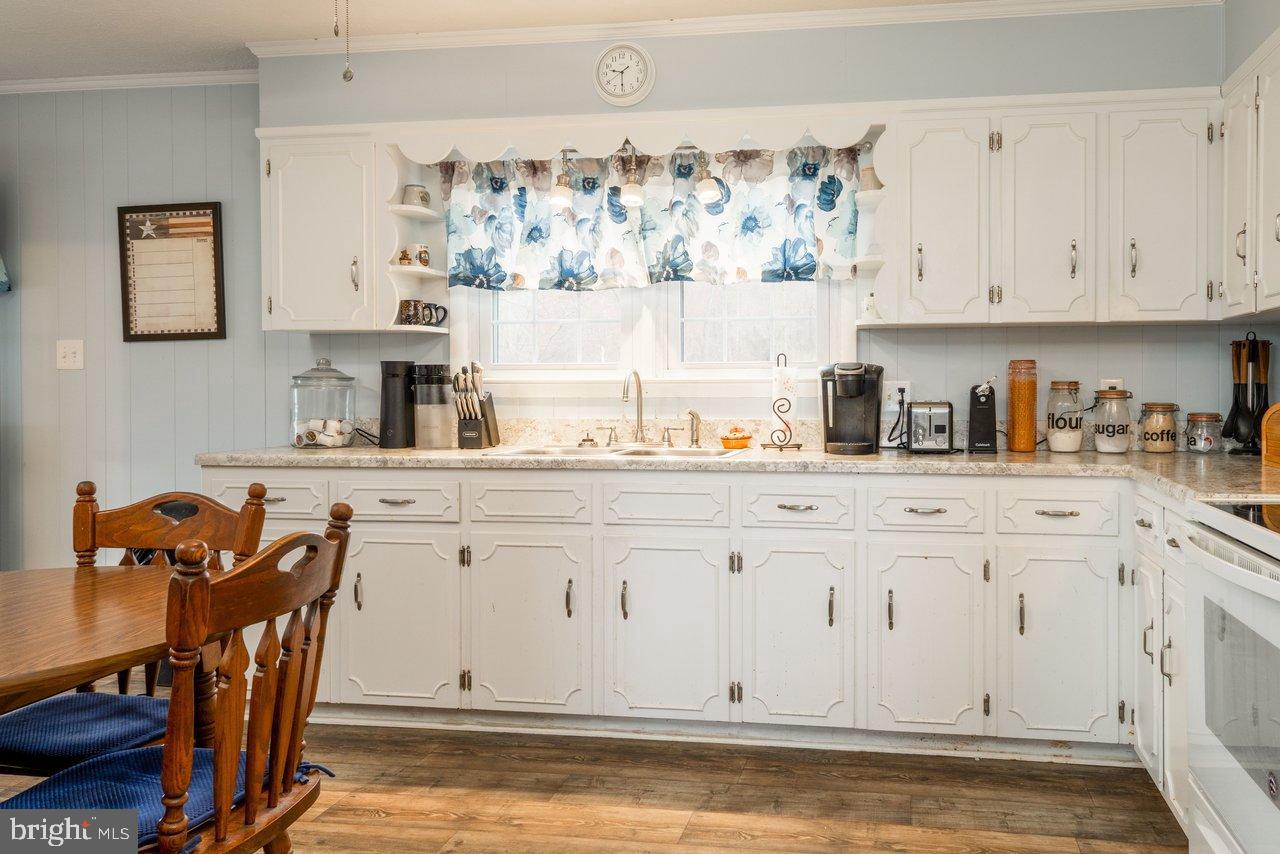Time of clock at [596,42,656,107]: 9:30
